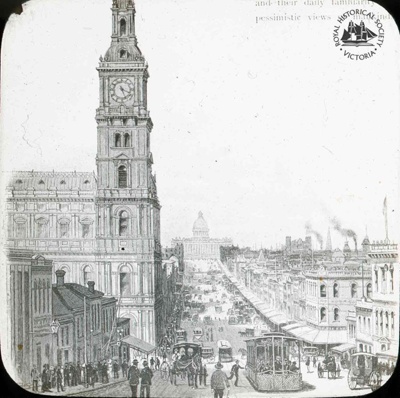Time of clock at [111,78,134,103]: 5:18
